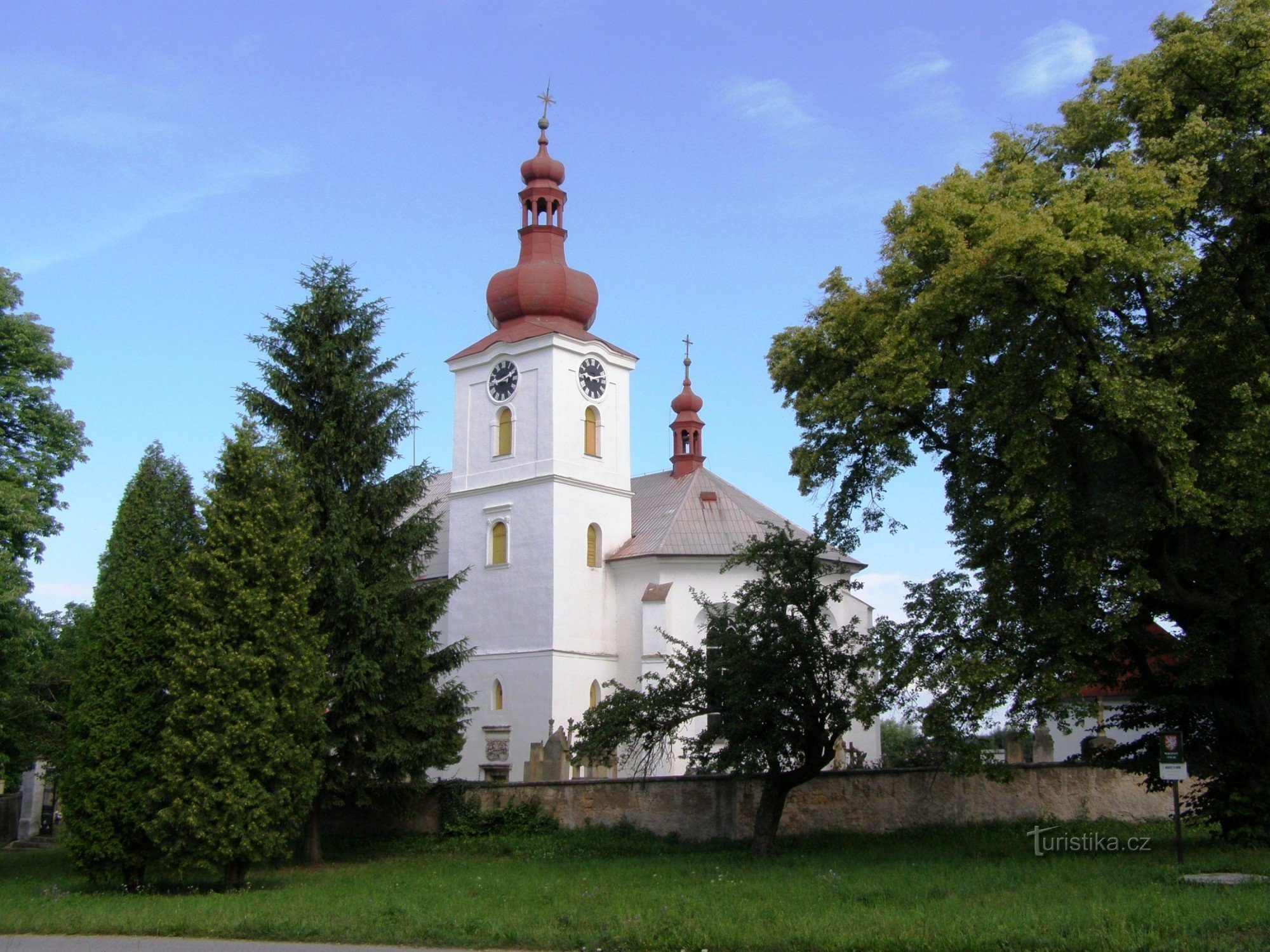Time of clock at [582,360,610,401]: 9:12
